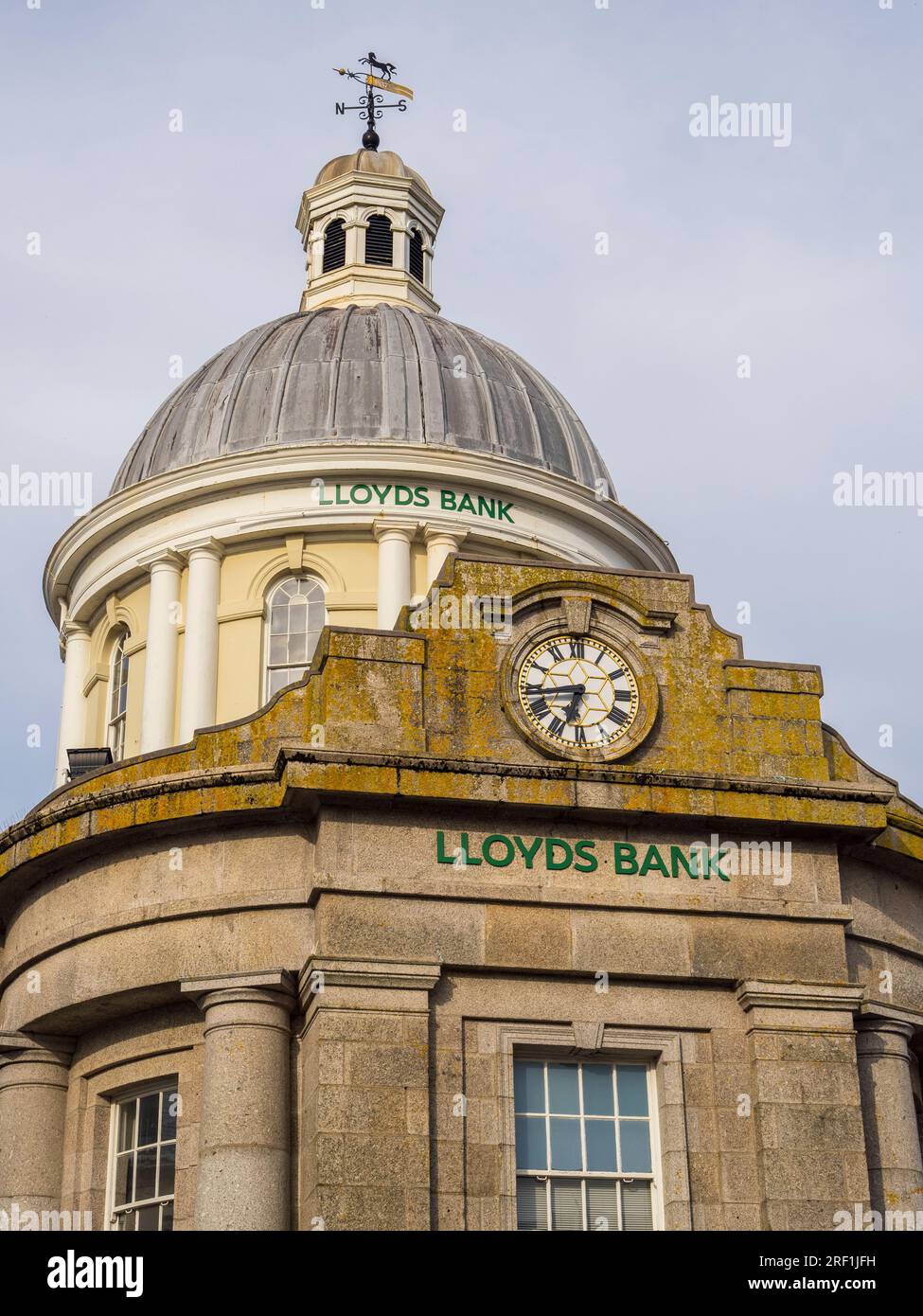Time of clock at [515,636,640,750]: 6:43
